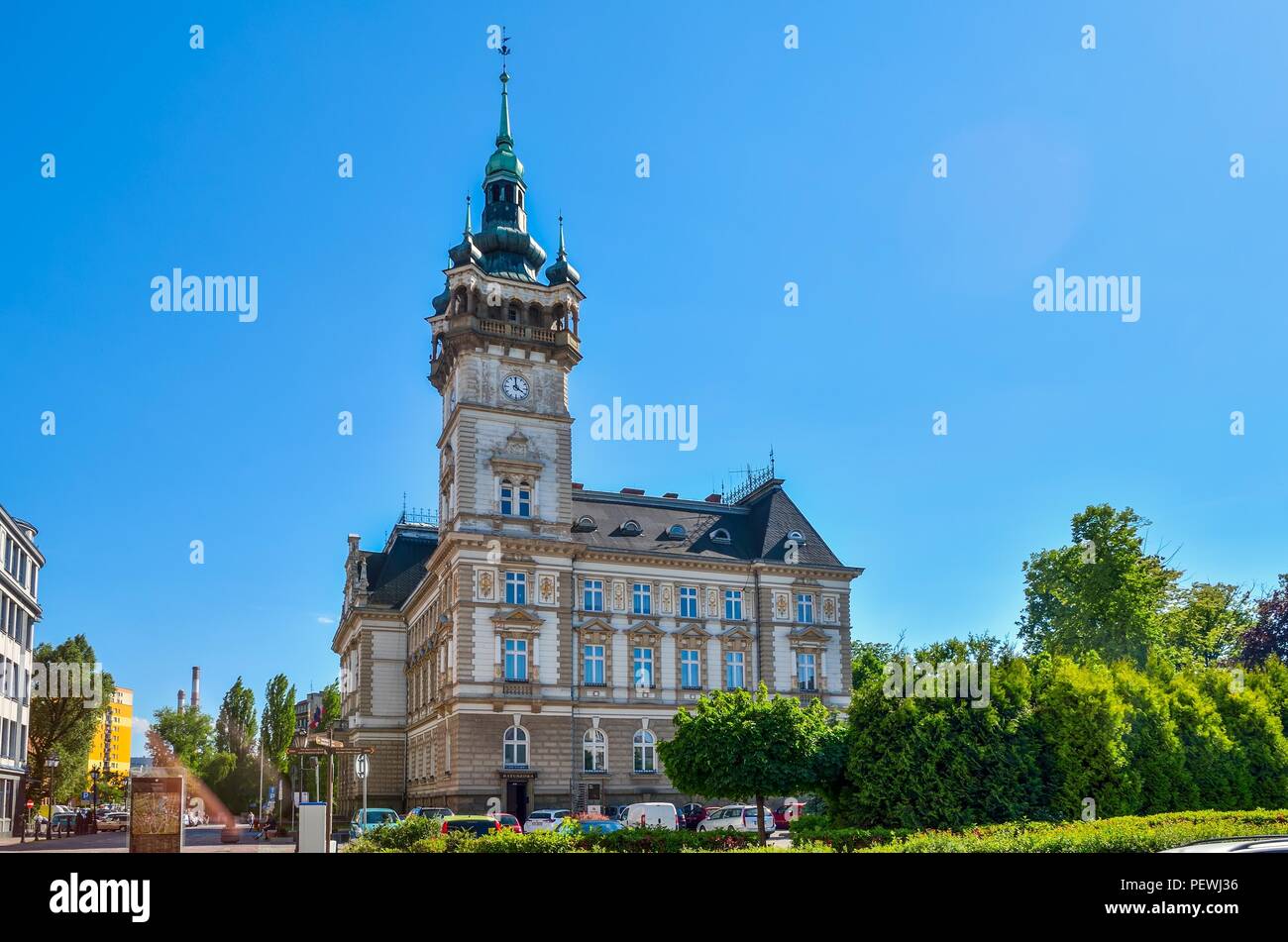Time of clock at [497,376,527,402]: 3:59
